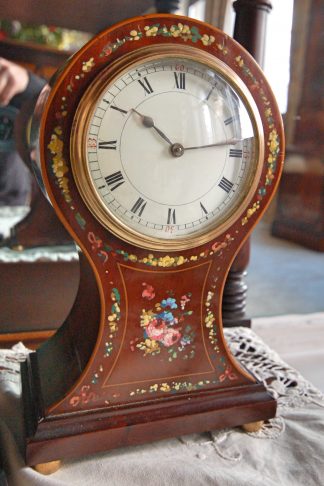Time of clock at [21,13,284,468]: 10:14
